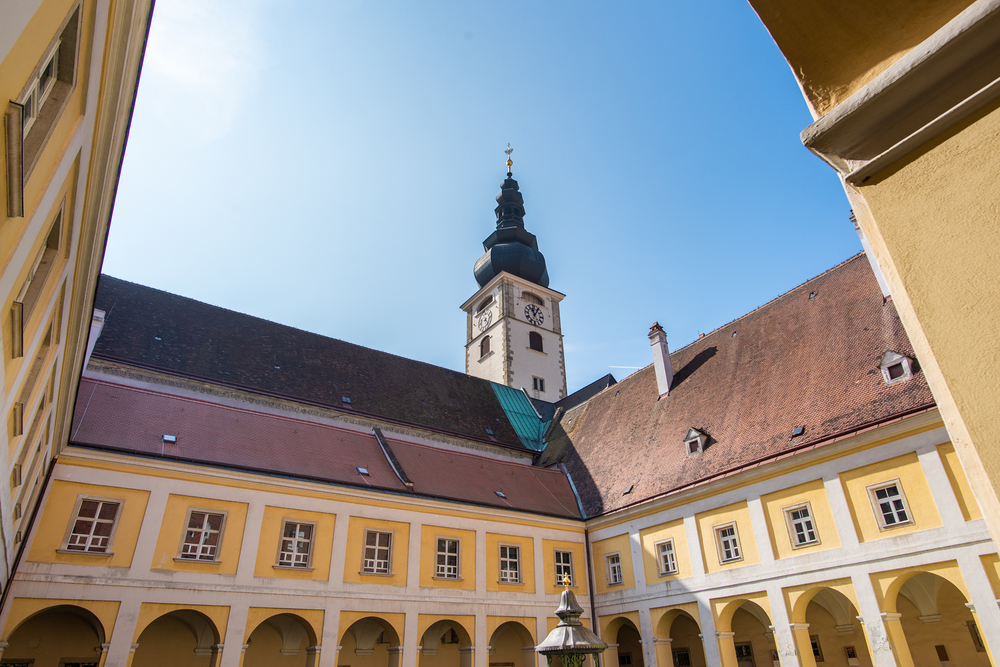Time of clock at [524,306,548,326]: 11:05
